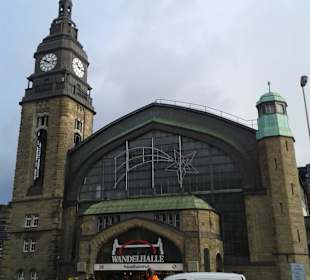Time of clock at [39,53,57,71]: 10:14
